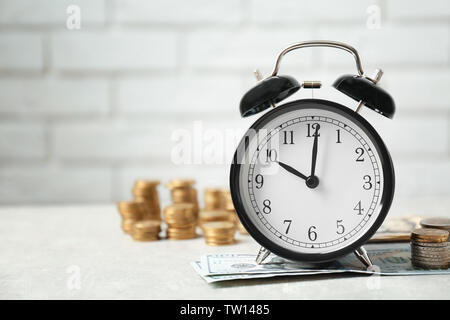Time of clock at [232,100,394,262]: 10:00
